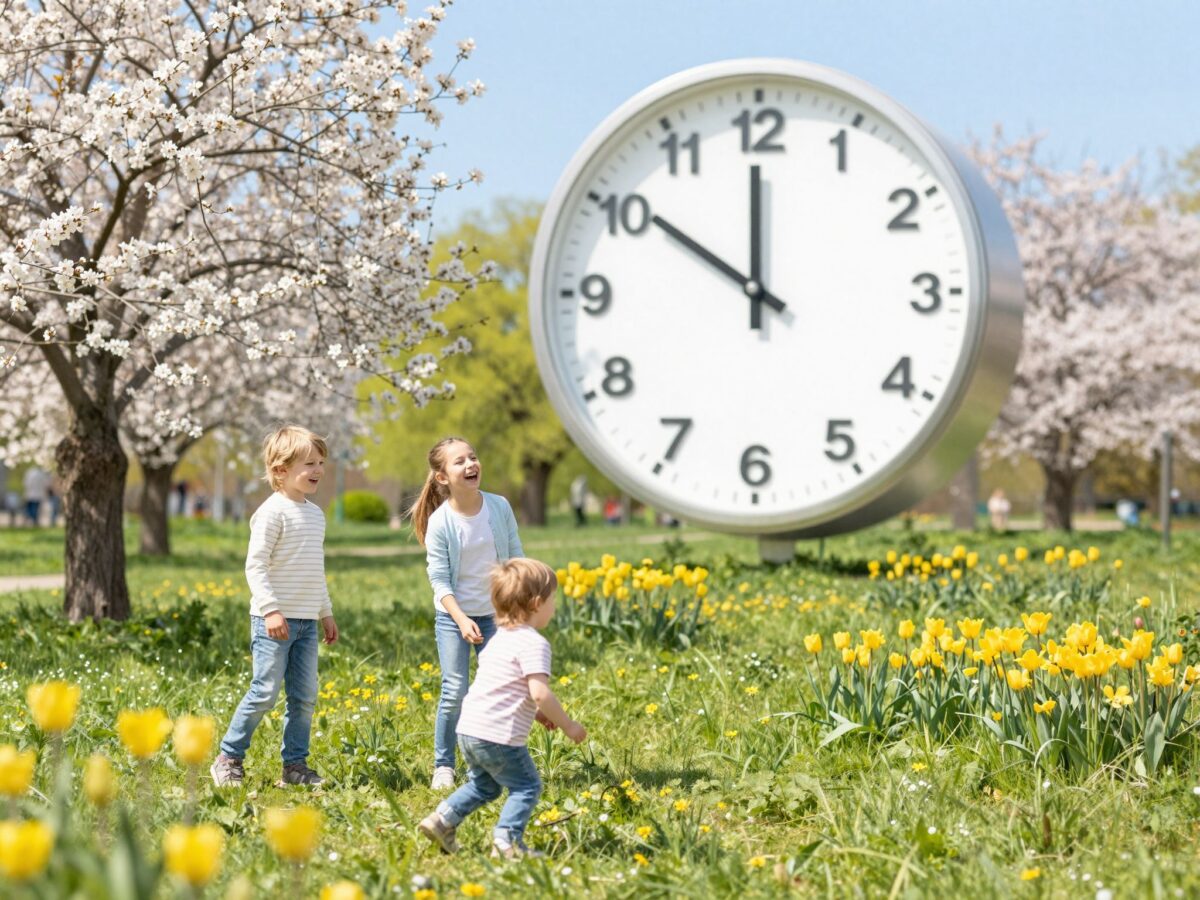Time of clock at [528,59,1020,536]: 11:50
